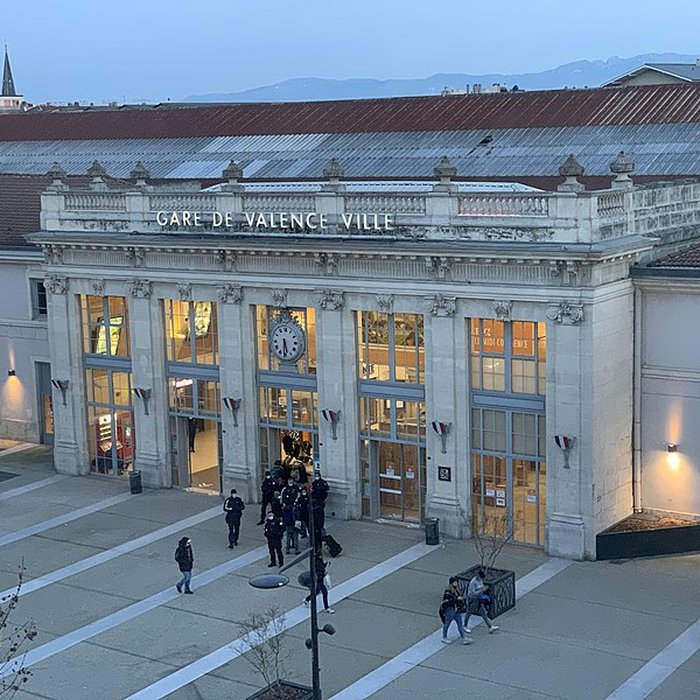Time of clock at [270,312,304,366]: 5:31
